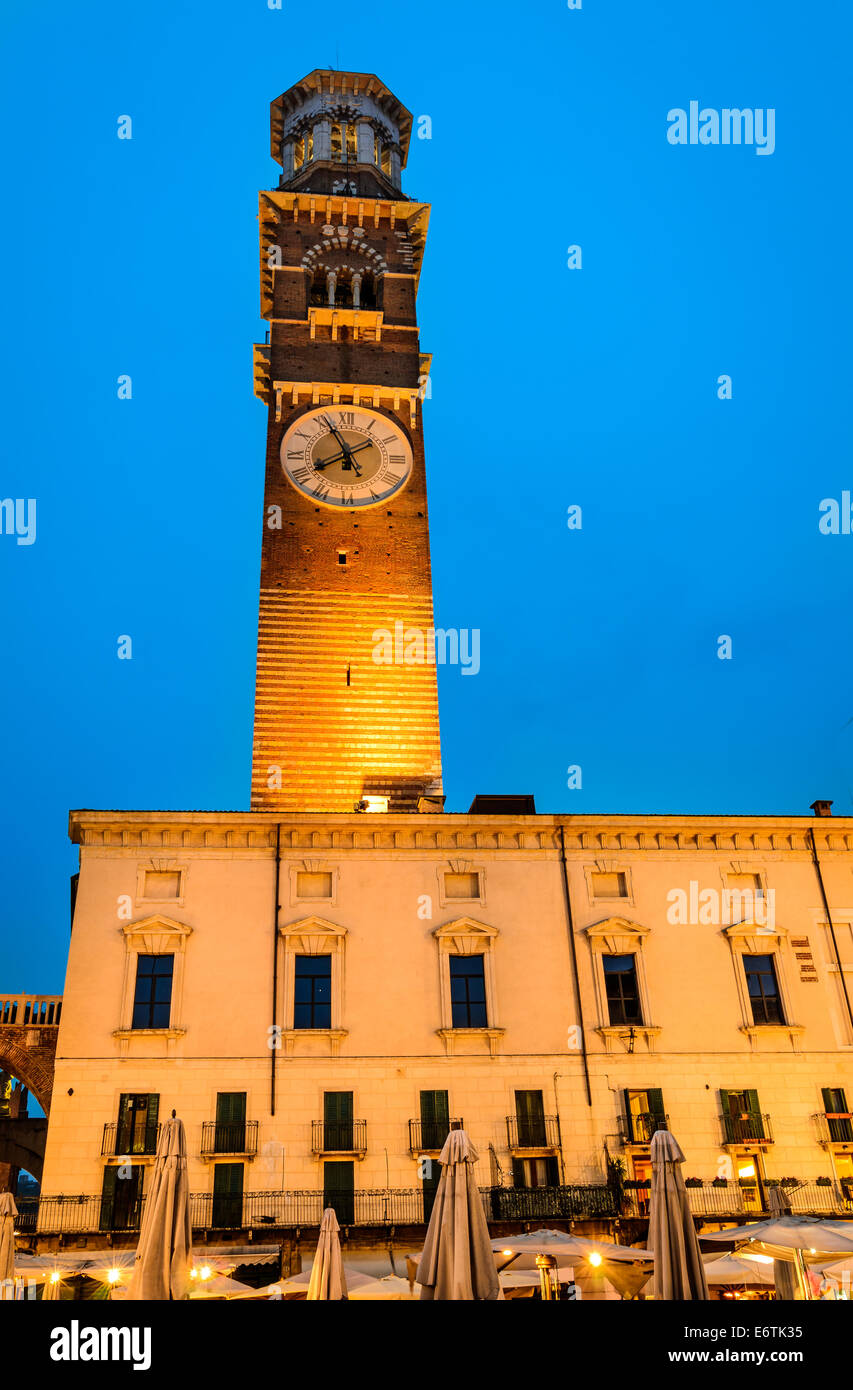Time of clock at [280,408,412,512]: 7:55
